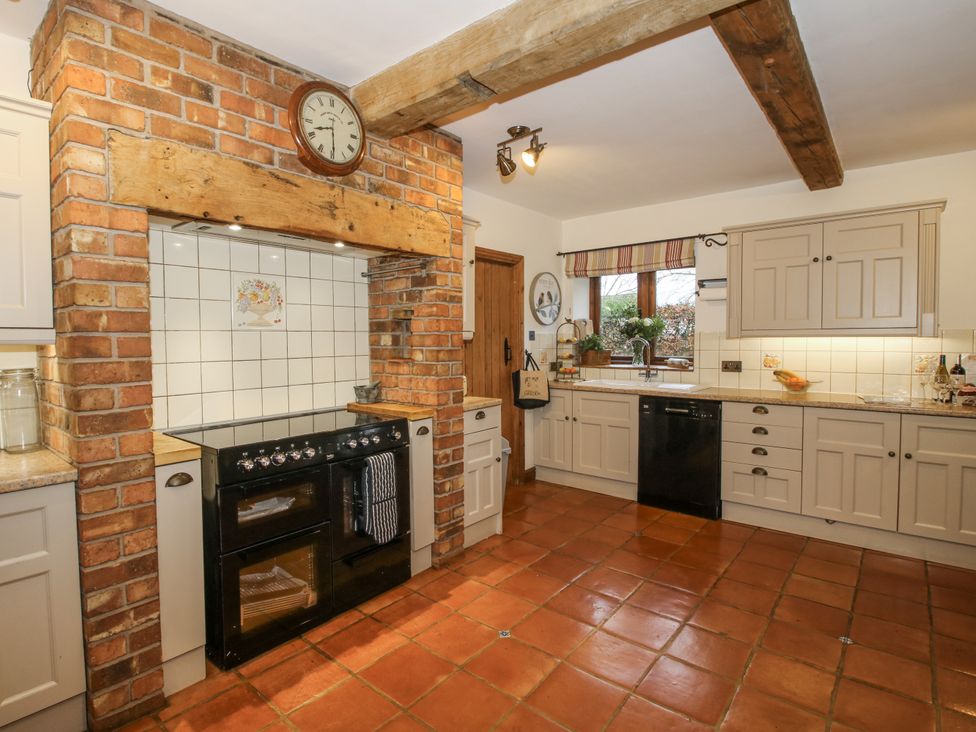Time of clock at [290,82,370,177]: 8:29
